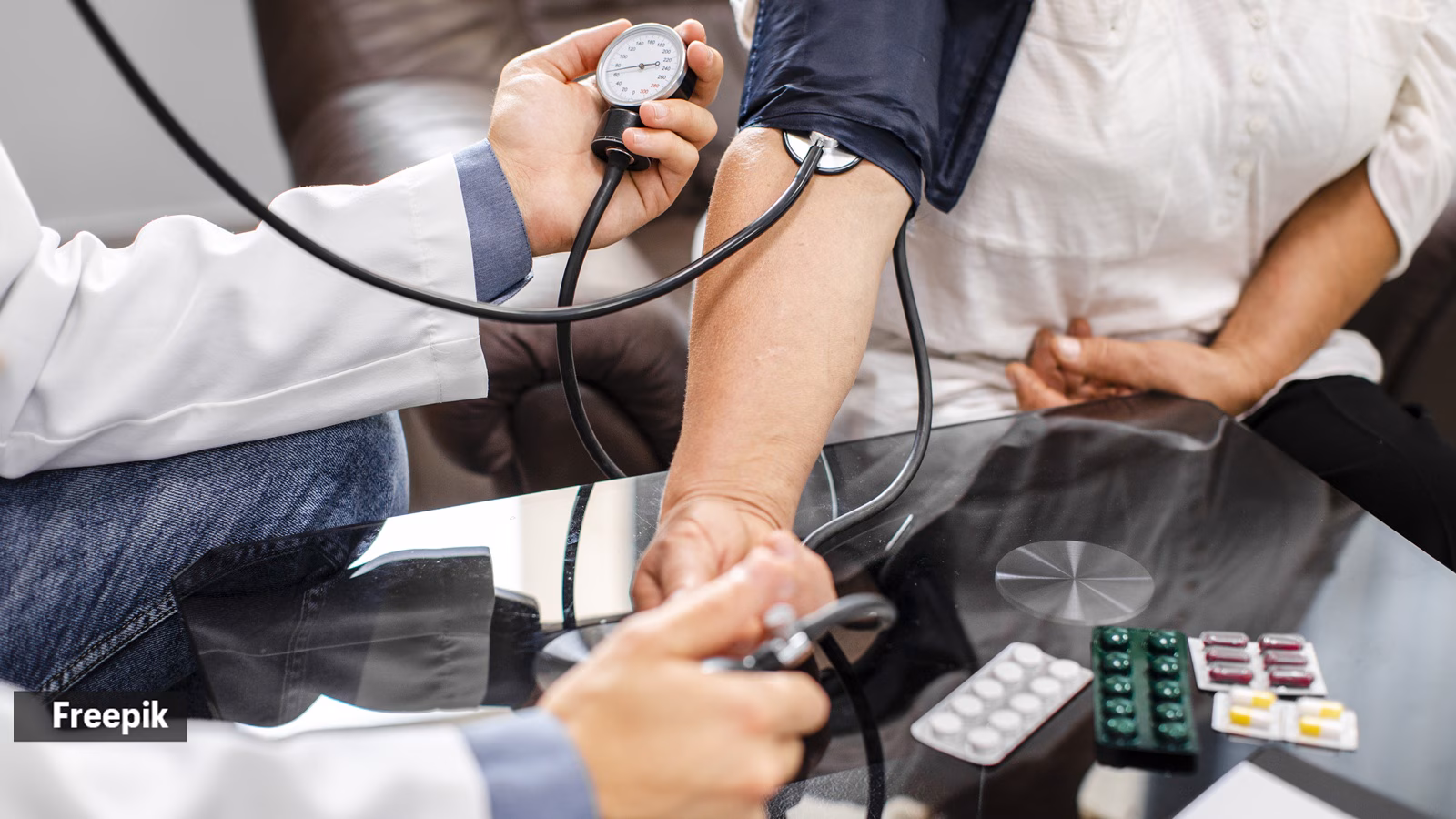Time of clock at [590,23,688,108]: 2:43
